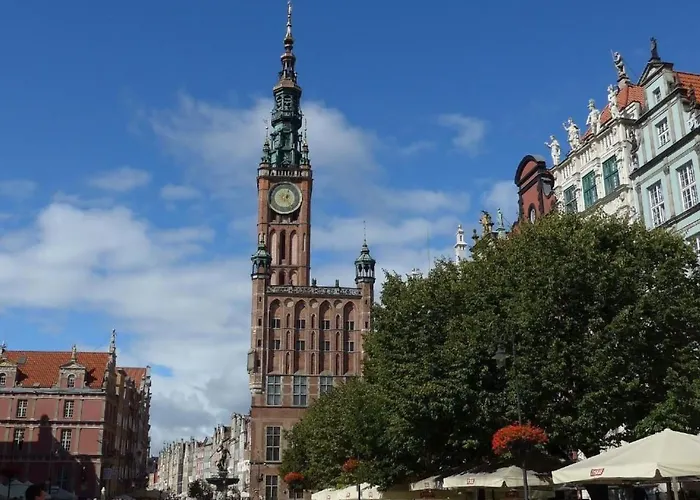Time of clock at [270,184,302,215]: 12:24
